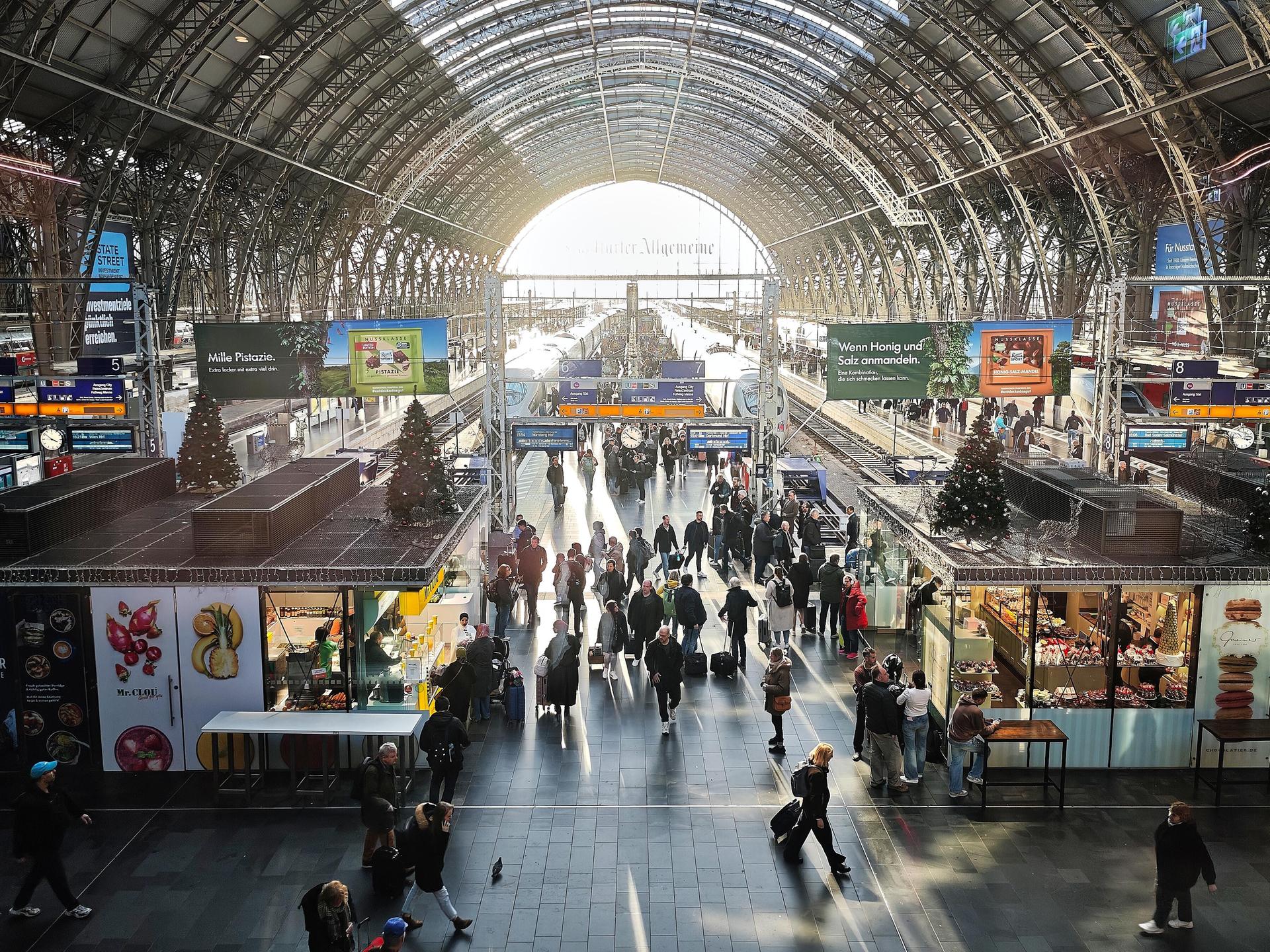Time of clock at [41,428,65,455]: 3:51
